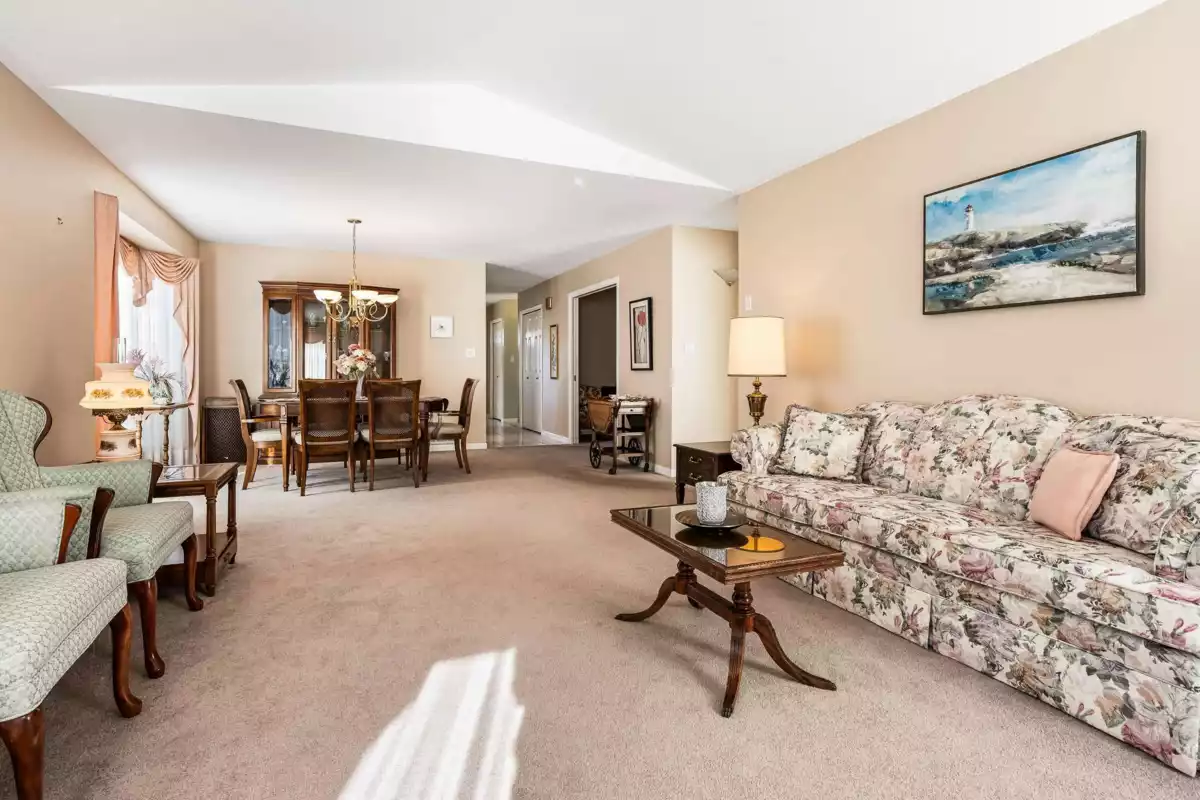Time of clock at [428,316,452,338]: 4:40
